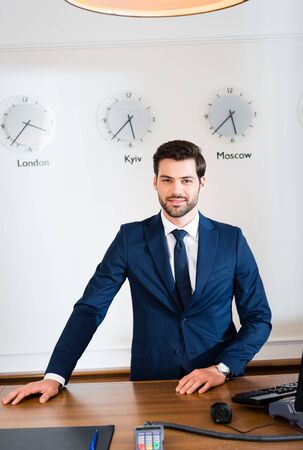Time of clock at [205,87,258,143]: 5:38
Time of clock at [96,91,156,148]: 5:37
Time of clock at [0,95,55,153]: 3:37
